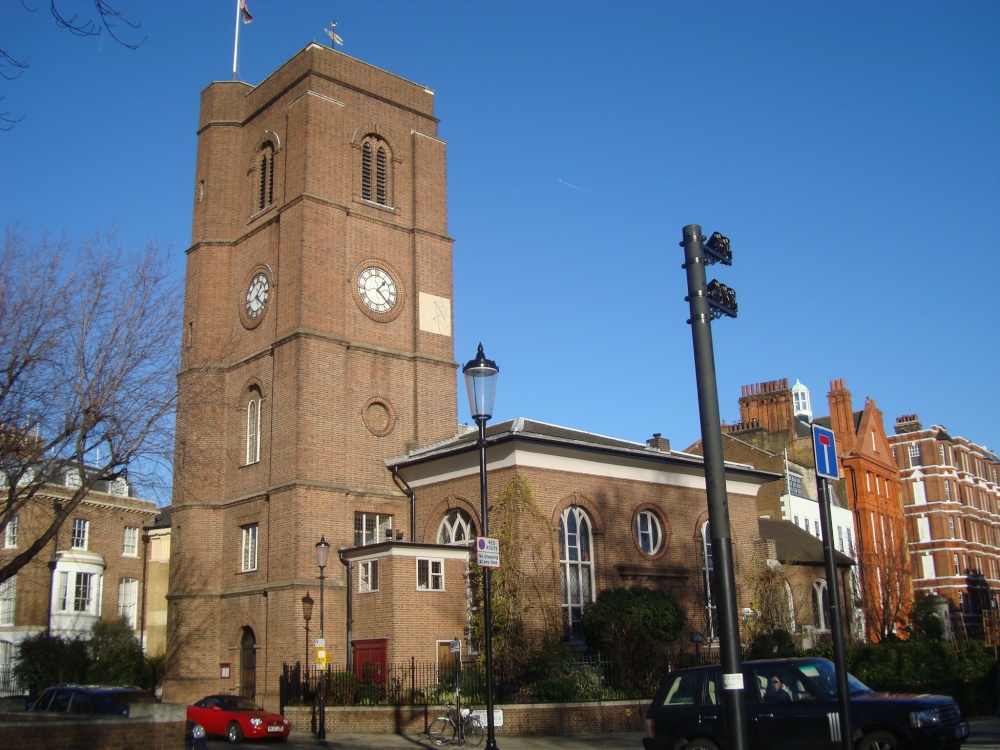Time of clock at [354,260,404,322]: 1:22
